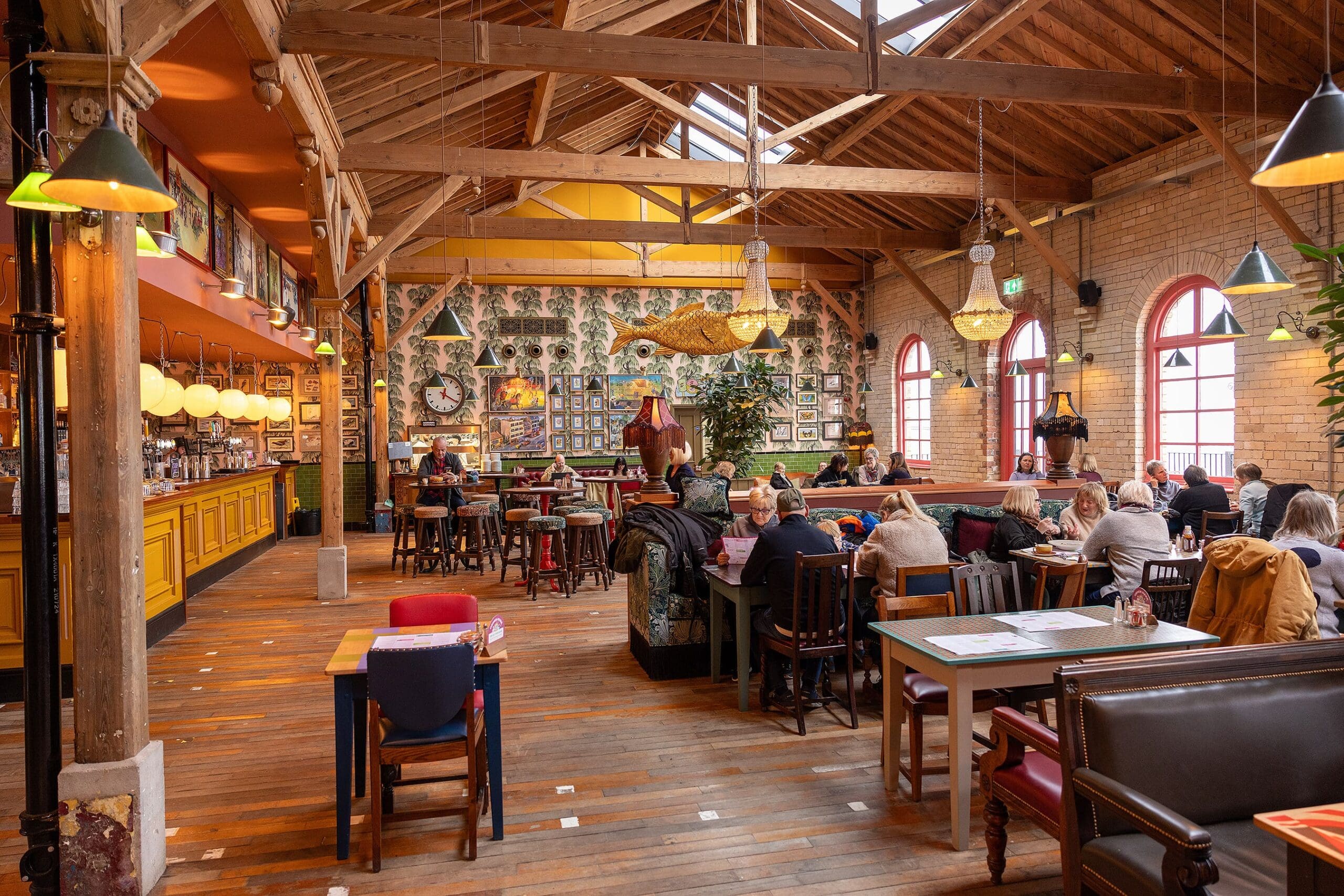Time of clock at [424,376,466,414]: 12:20
